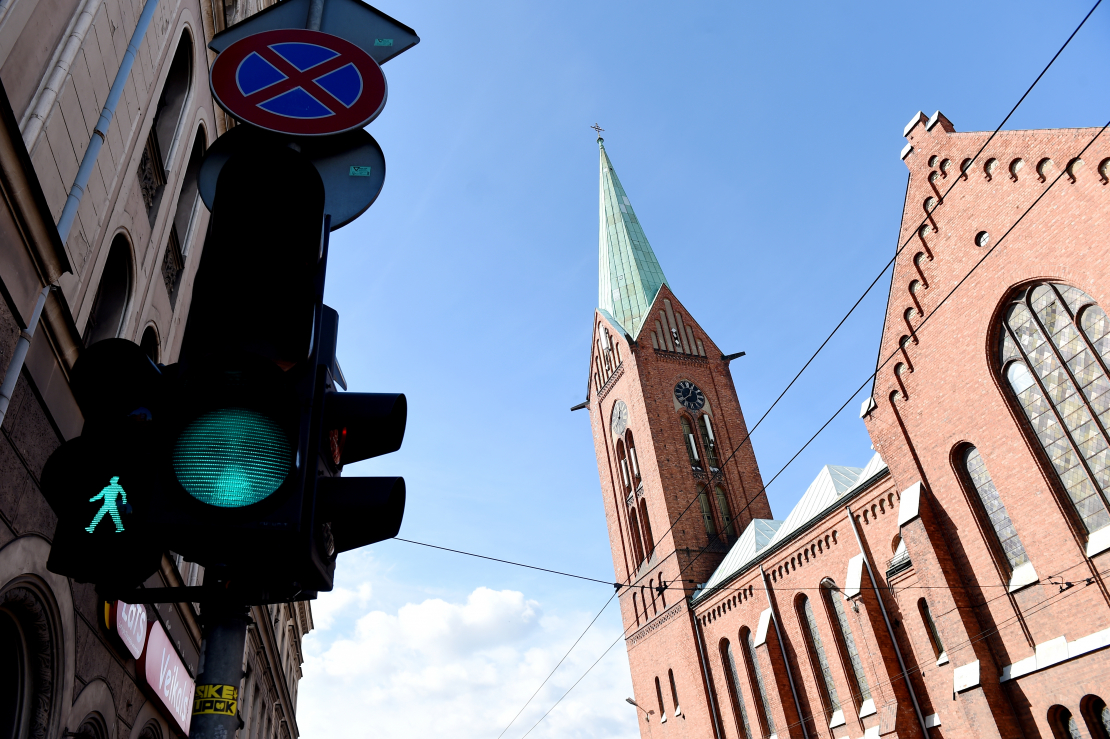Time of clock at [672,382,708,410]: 12:38
